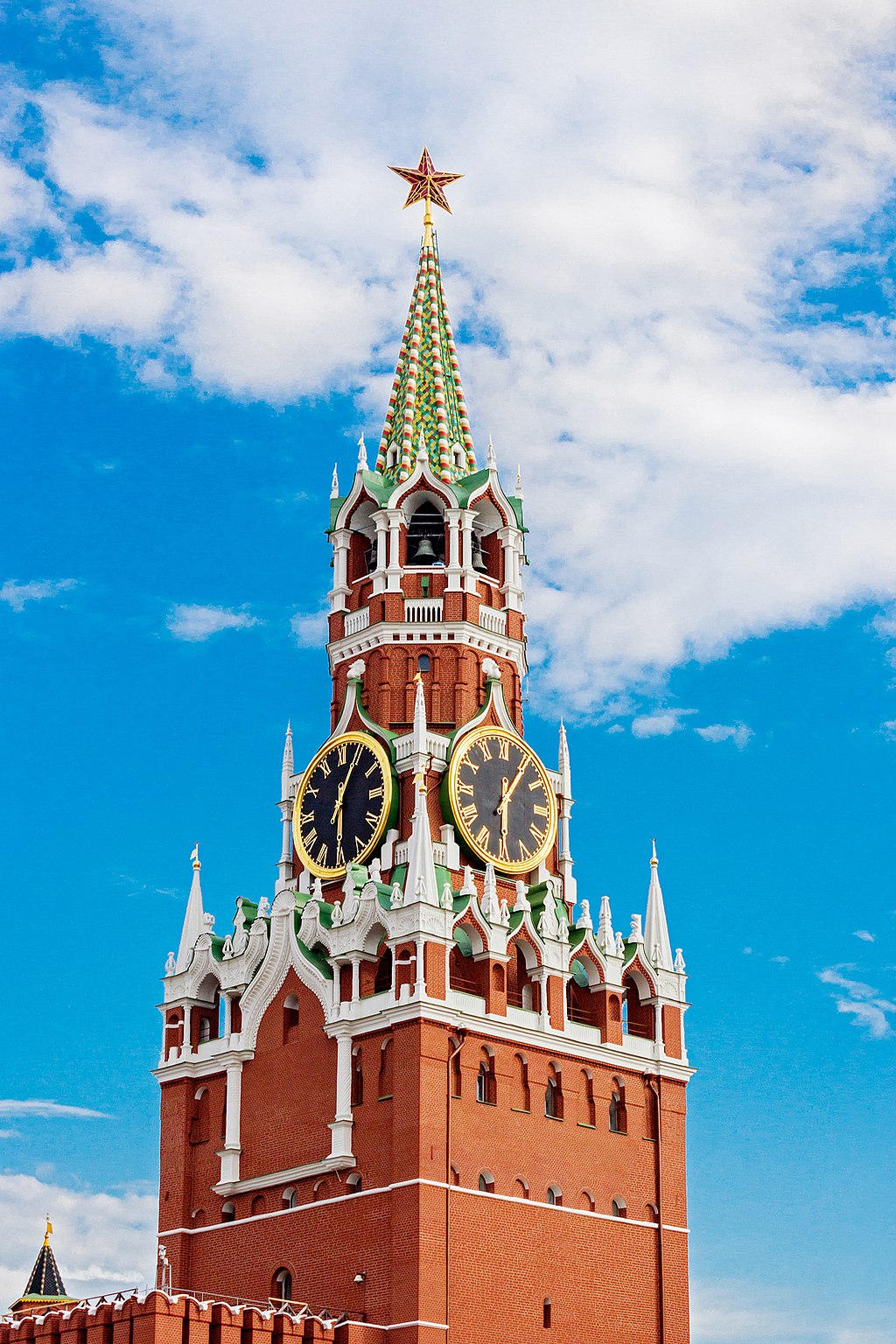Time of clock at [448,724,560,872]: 6:06
